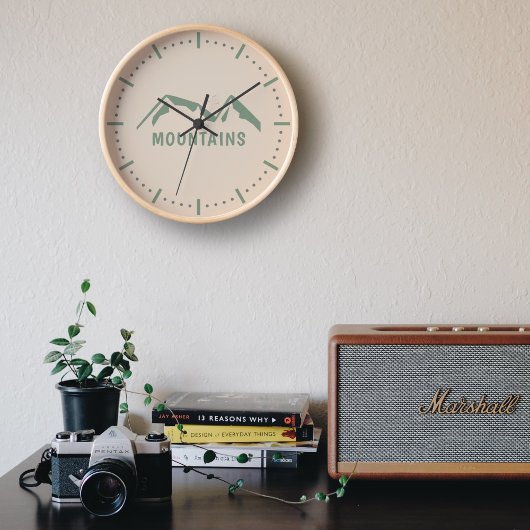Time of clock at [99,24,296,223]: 10:09
